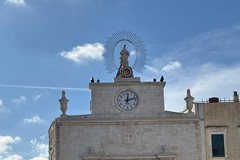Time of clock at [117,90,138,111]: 12:12
